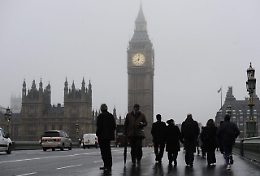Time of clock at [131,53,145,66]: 8:01
